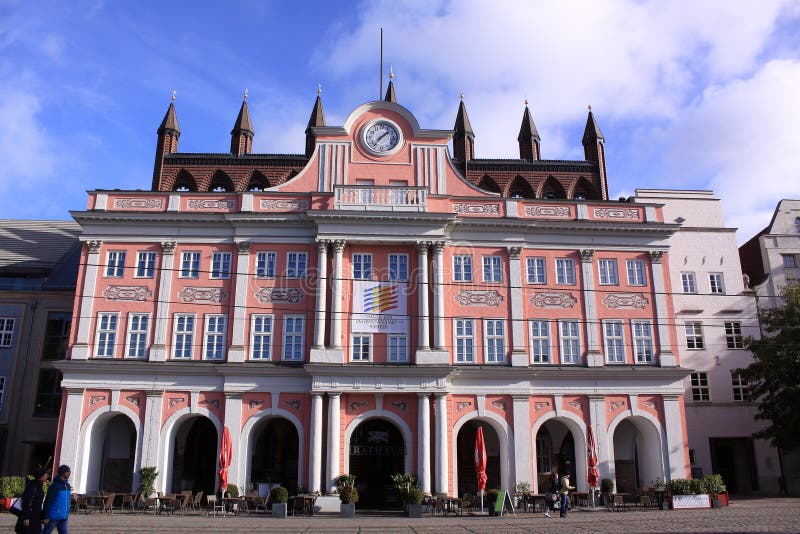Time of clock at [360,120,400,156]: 1:36
